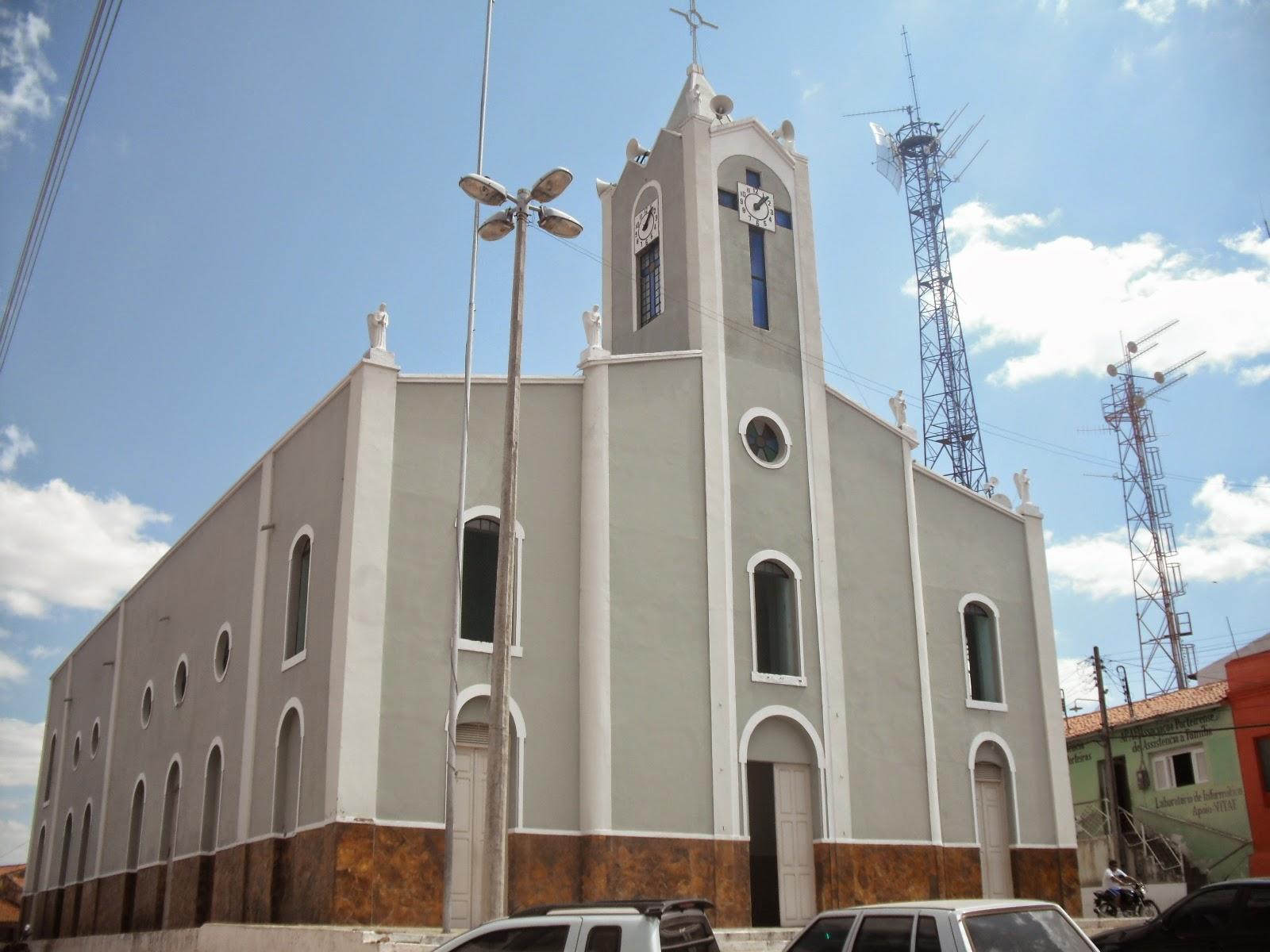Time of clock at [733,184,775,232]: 1:07
